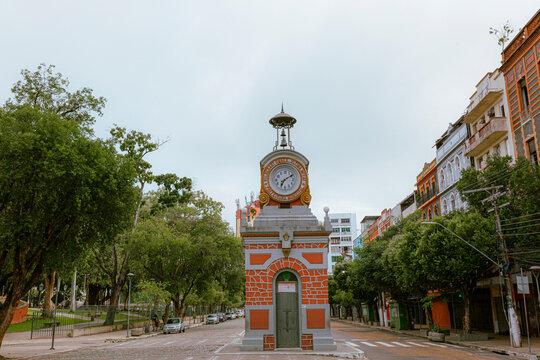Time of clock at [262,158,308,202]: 7:10
